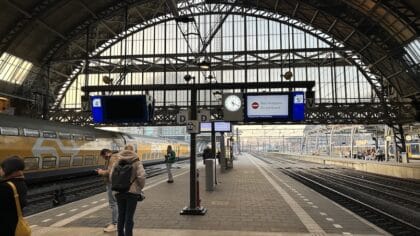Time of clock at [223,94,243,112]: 5:18
